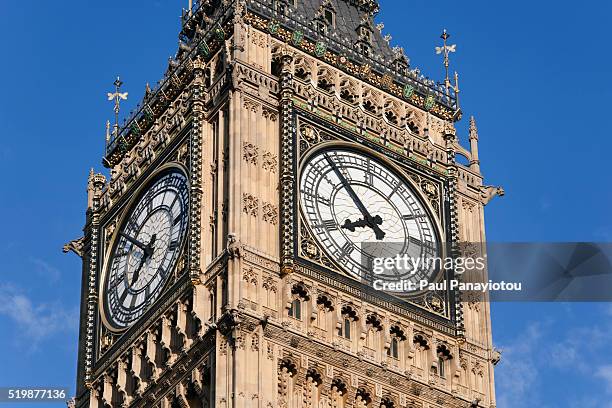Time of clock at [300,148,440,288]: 7:53
